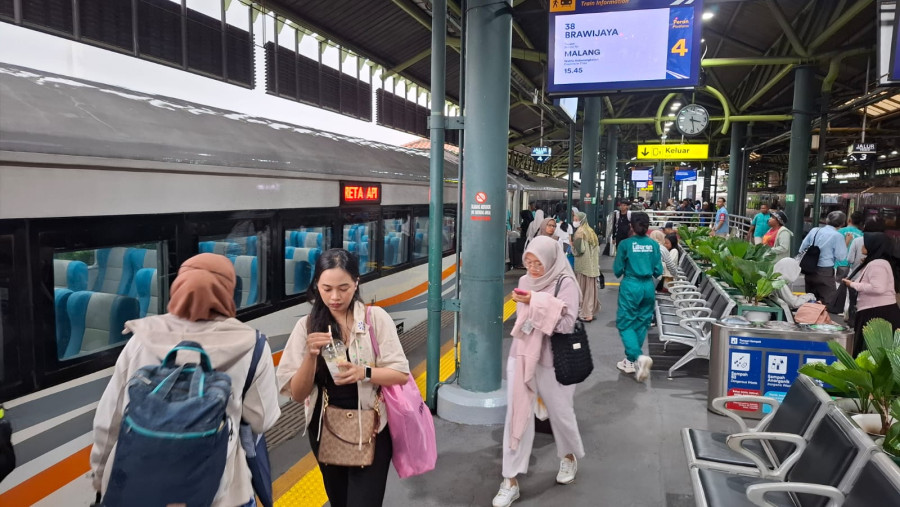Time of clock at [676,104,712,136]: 3:28
